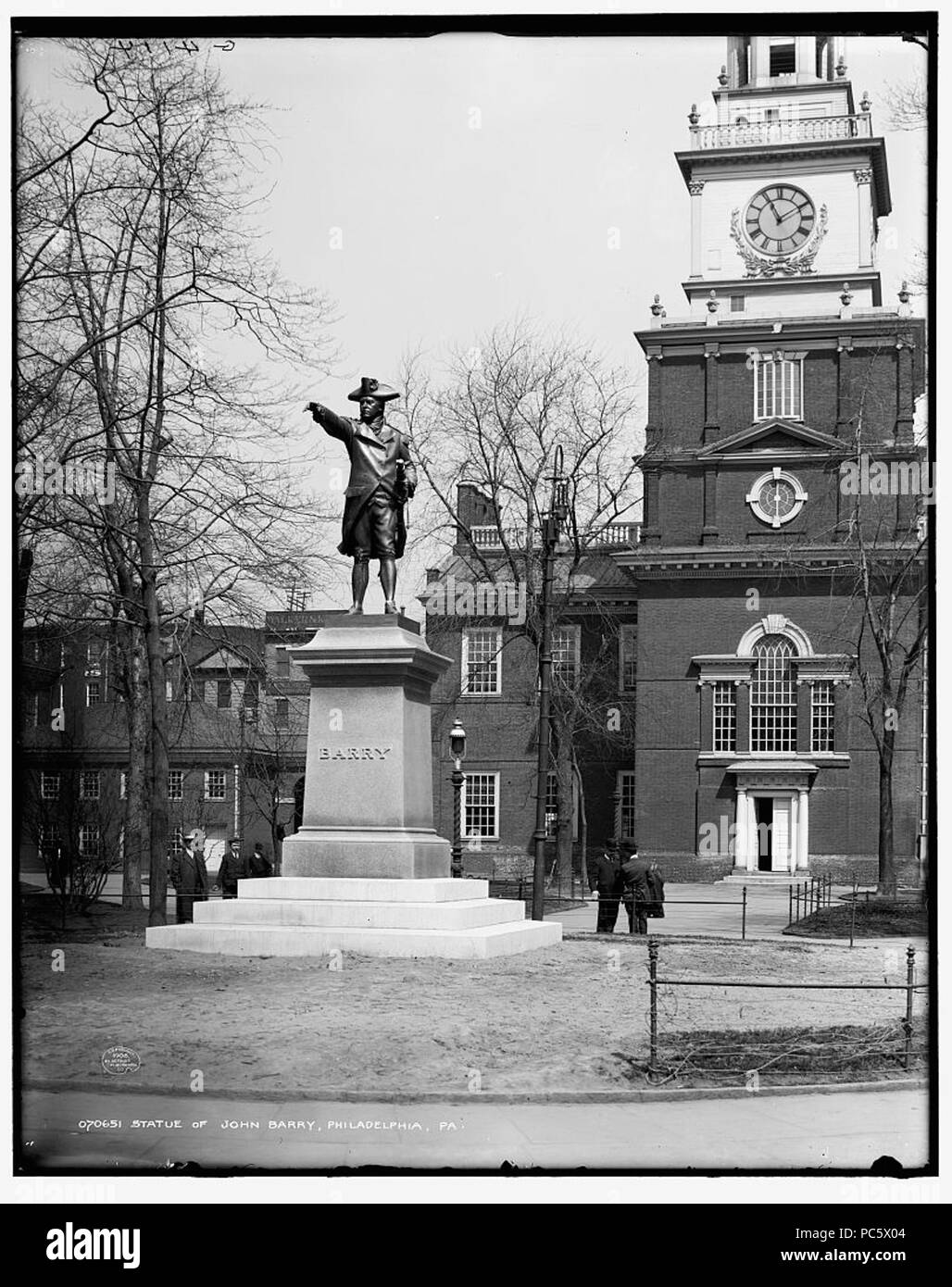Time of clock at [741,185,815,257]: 11:09
